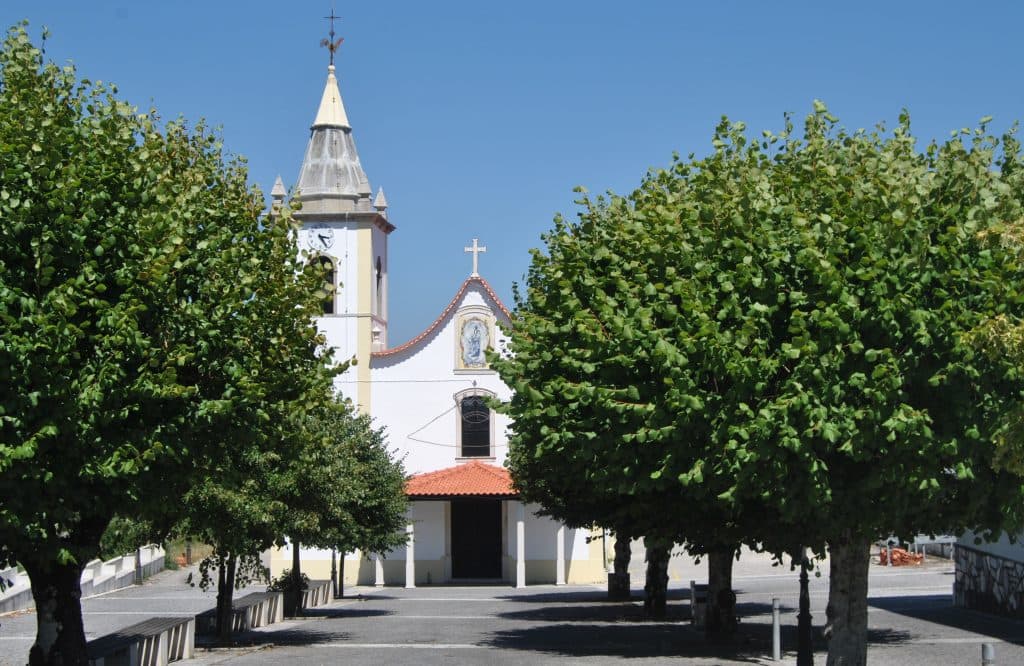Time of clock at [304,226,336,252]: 3:24
